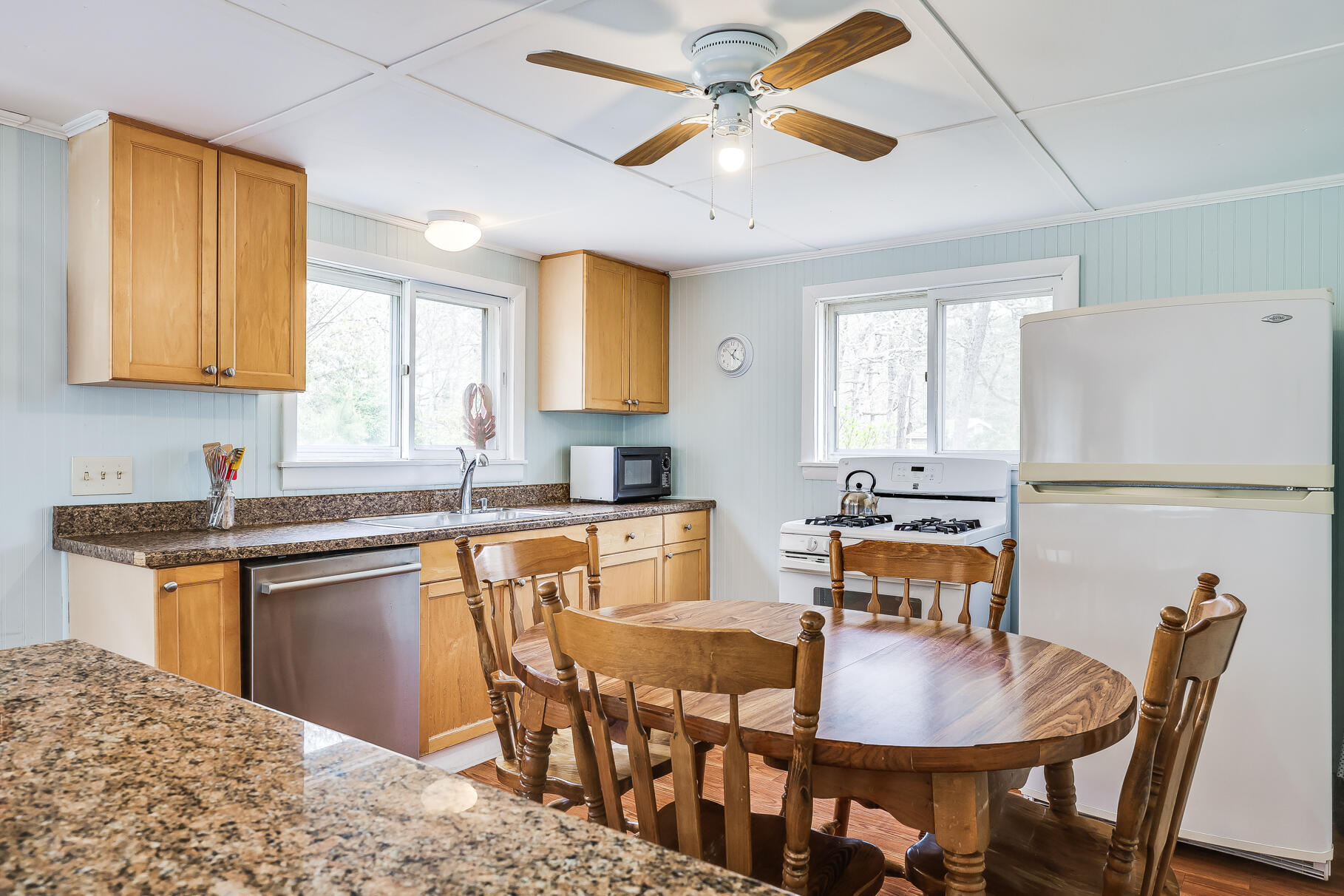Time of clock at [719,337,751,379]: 1:20
